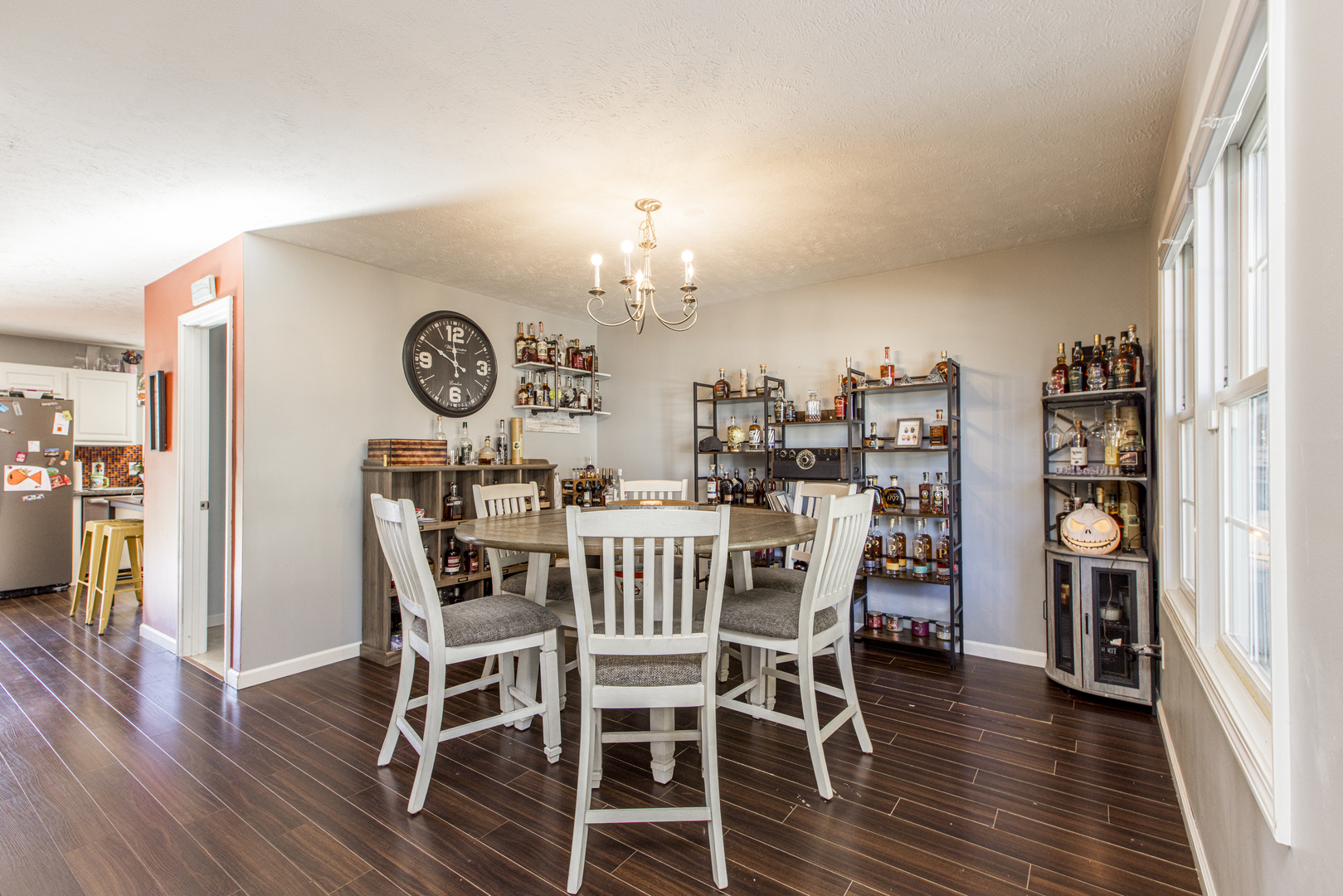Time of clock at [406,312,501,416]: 11:49
